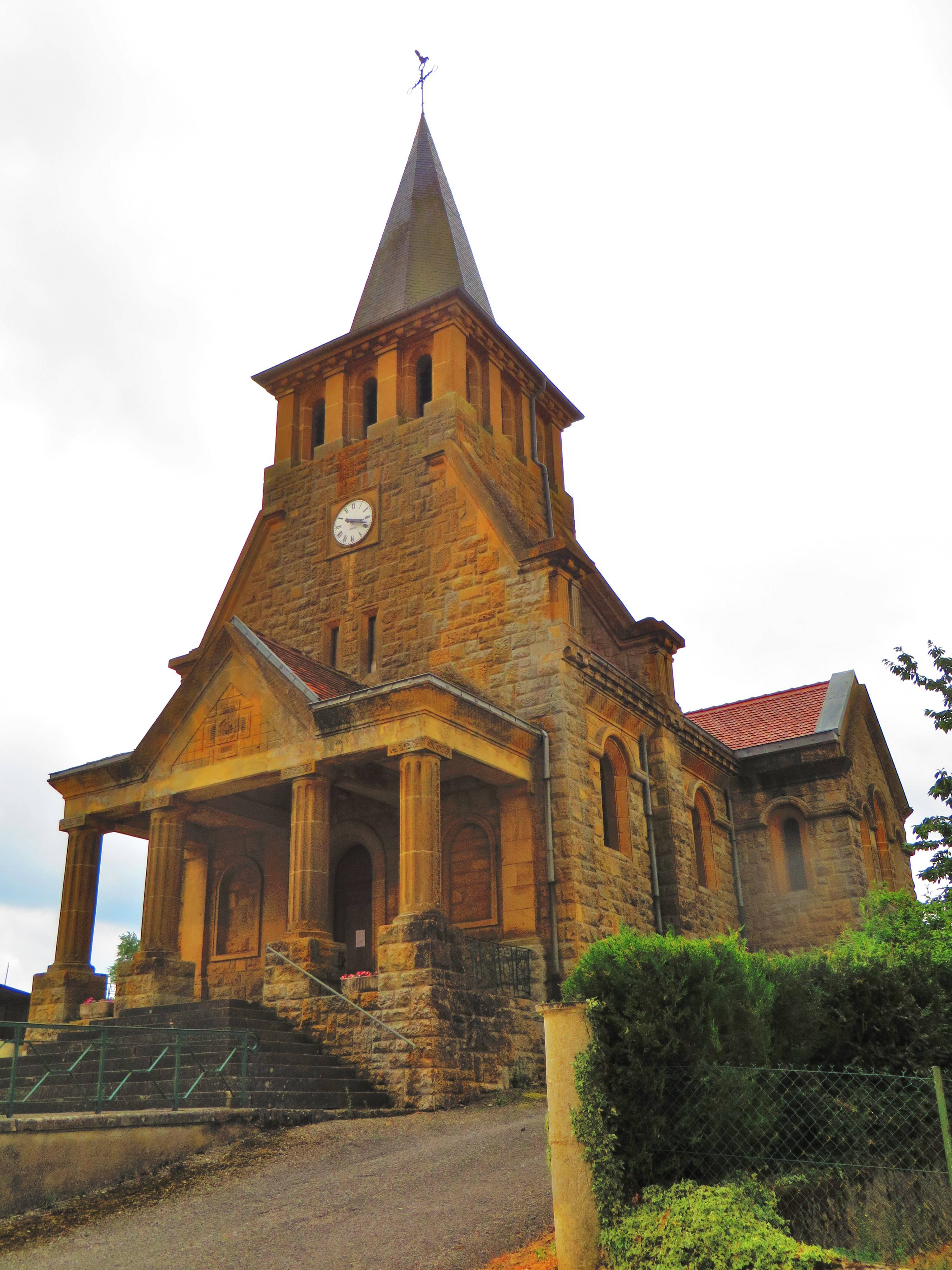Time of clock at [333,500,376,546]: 3:18
